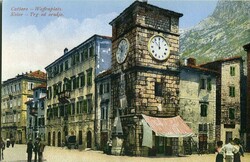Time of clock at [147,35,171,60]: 11:52
